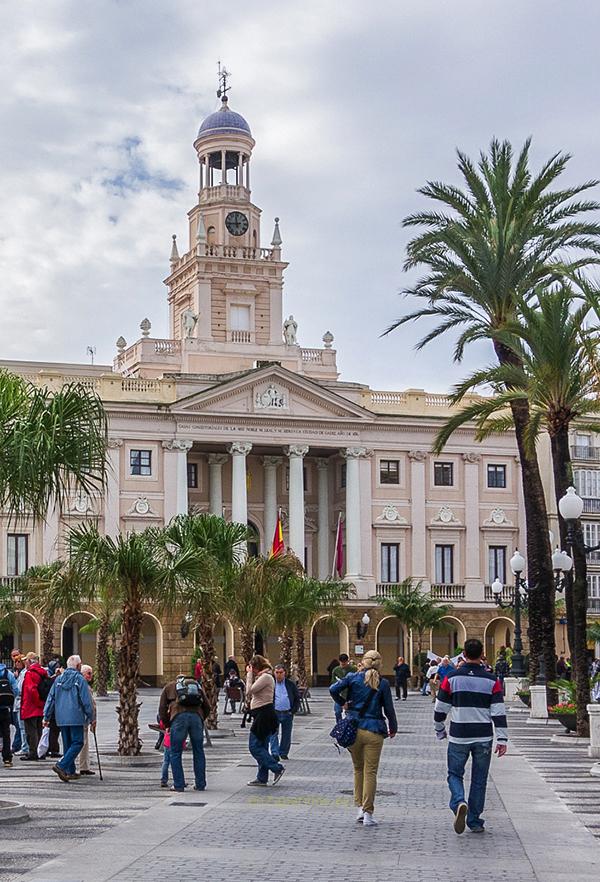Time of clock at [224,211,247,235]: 11:43
